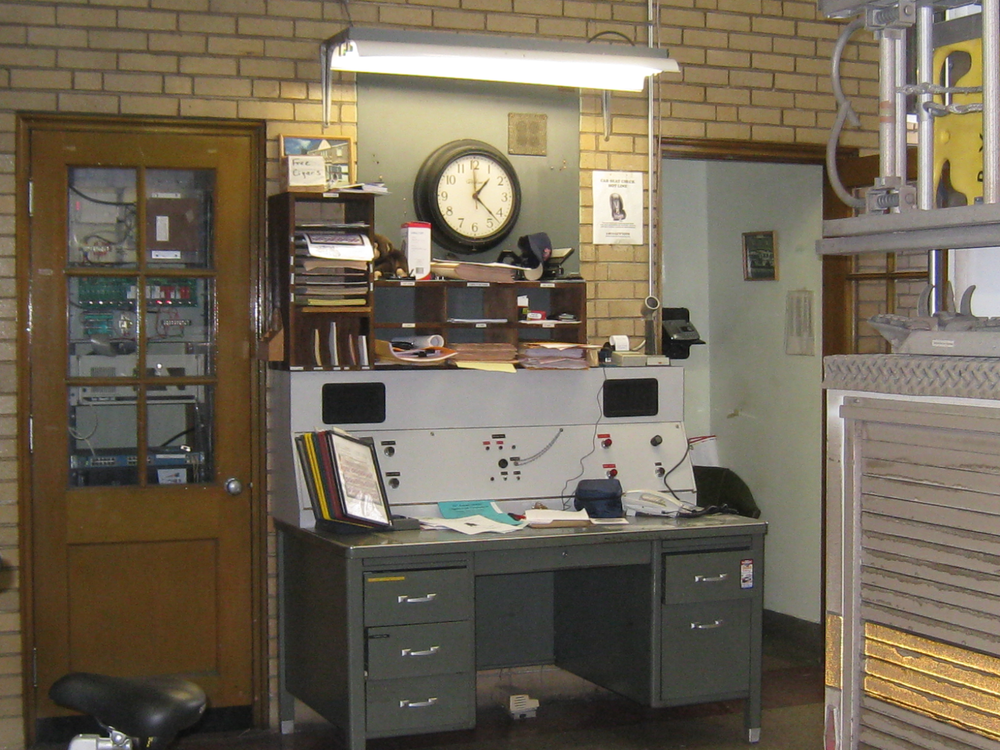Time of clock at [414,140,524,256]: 1:22
